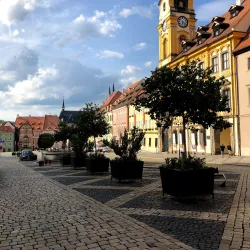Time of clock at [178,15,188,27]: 6:21
